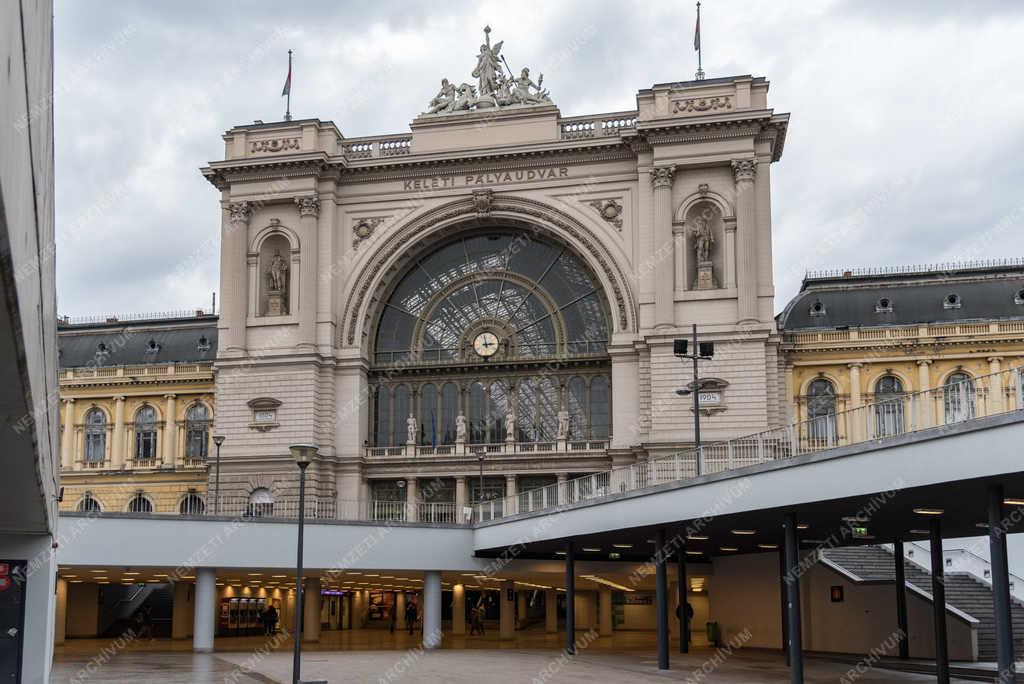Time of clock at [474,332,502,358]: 2:58
